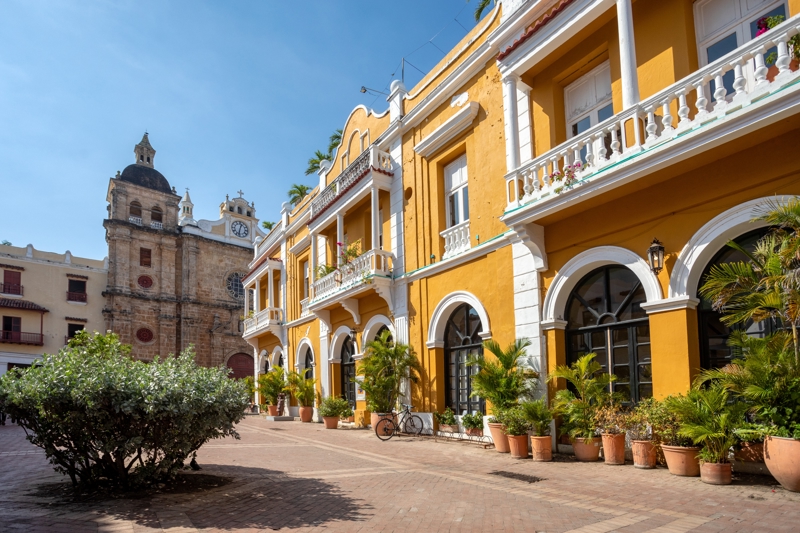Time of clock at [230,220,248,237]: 12:32
